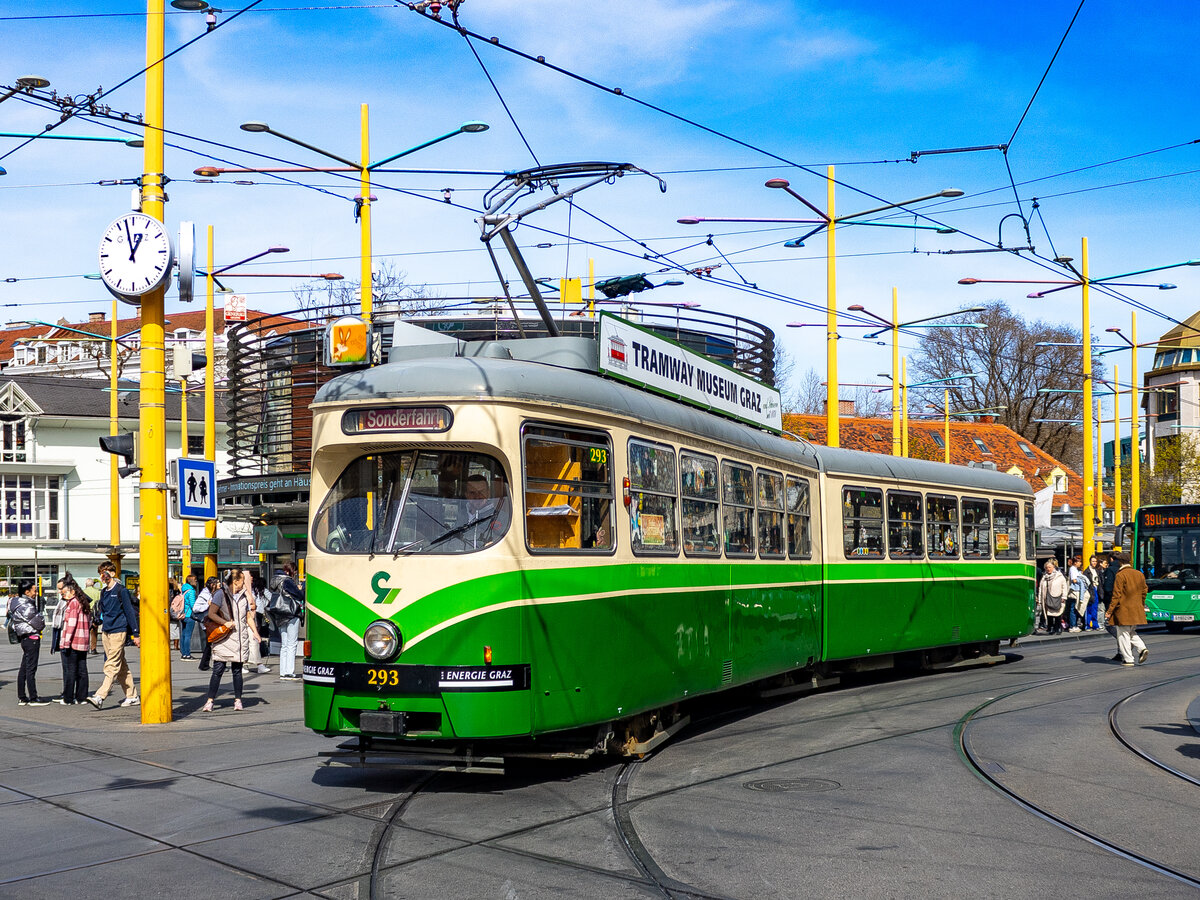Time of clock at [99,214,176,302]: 12:57
